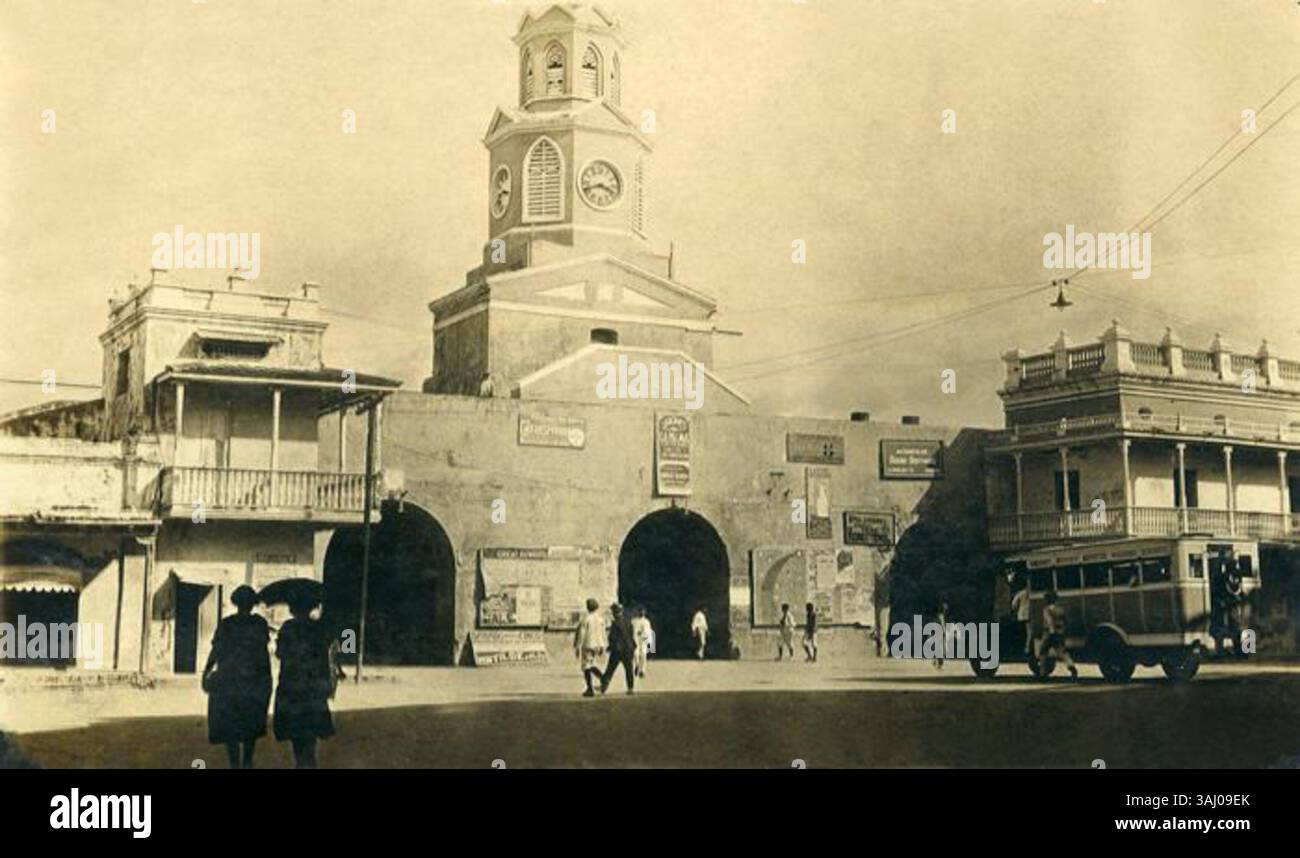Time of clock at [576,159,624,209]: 3:41
